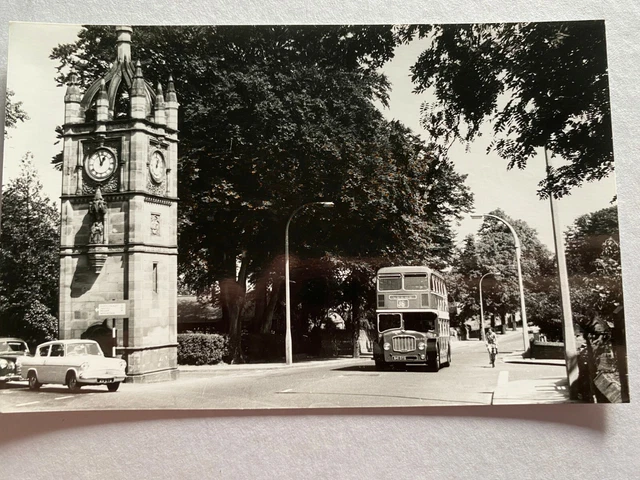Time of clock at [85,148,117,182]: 12:57
